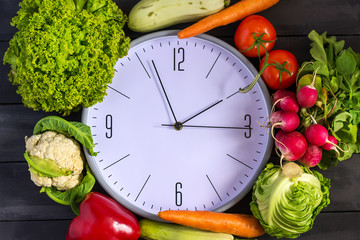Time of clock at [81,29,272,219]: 1:56
